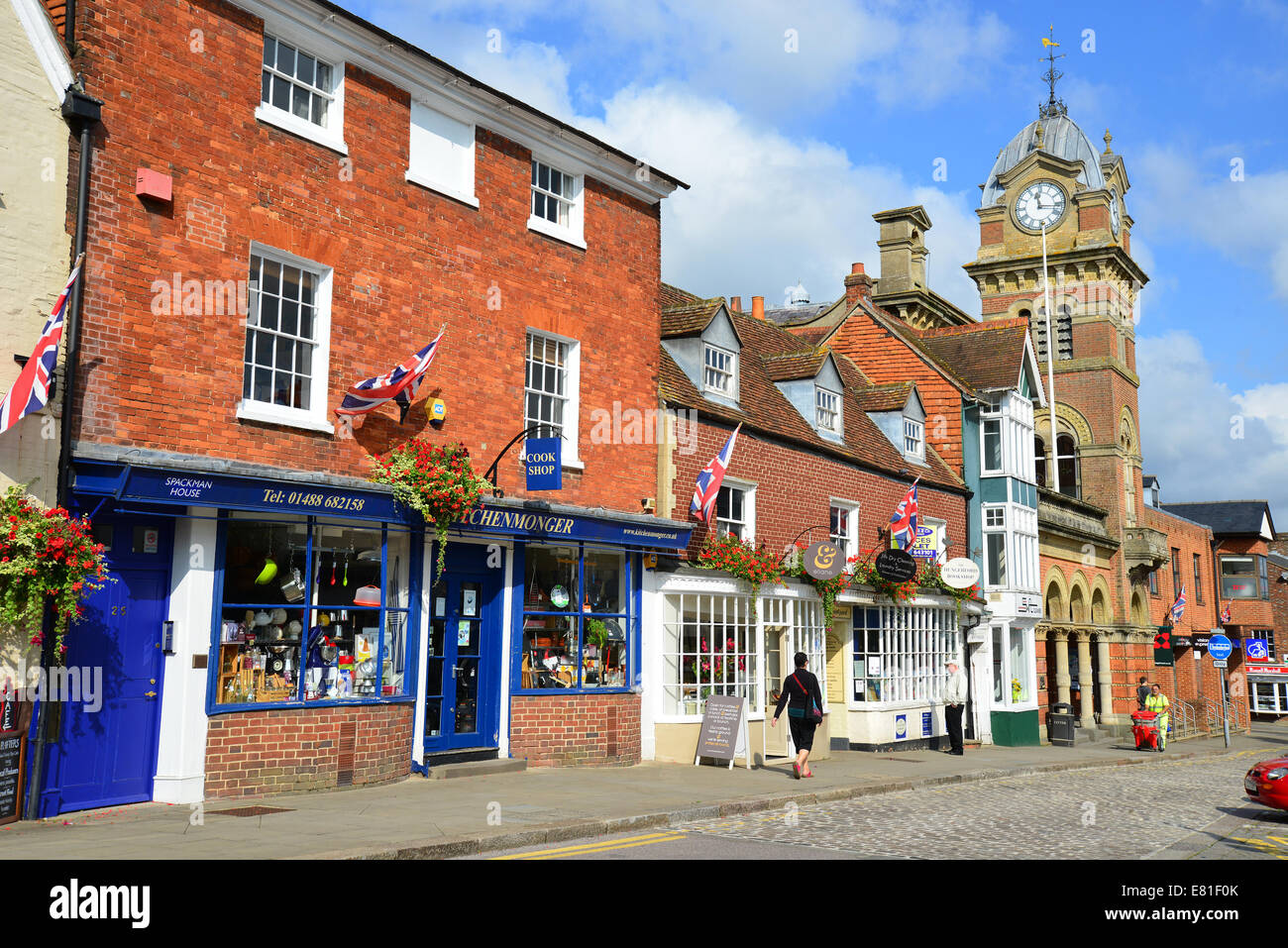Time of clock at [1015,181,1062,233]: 11:16
